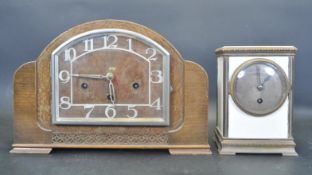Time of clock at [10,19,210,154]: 5:45
